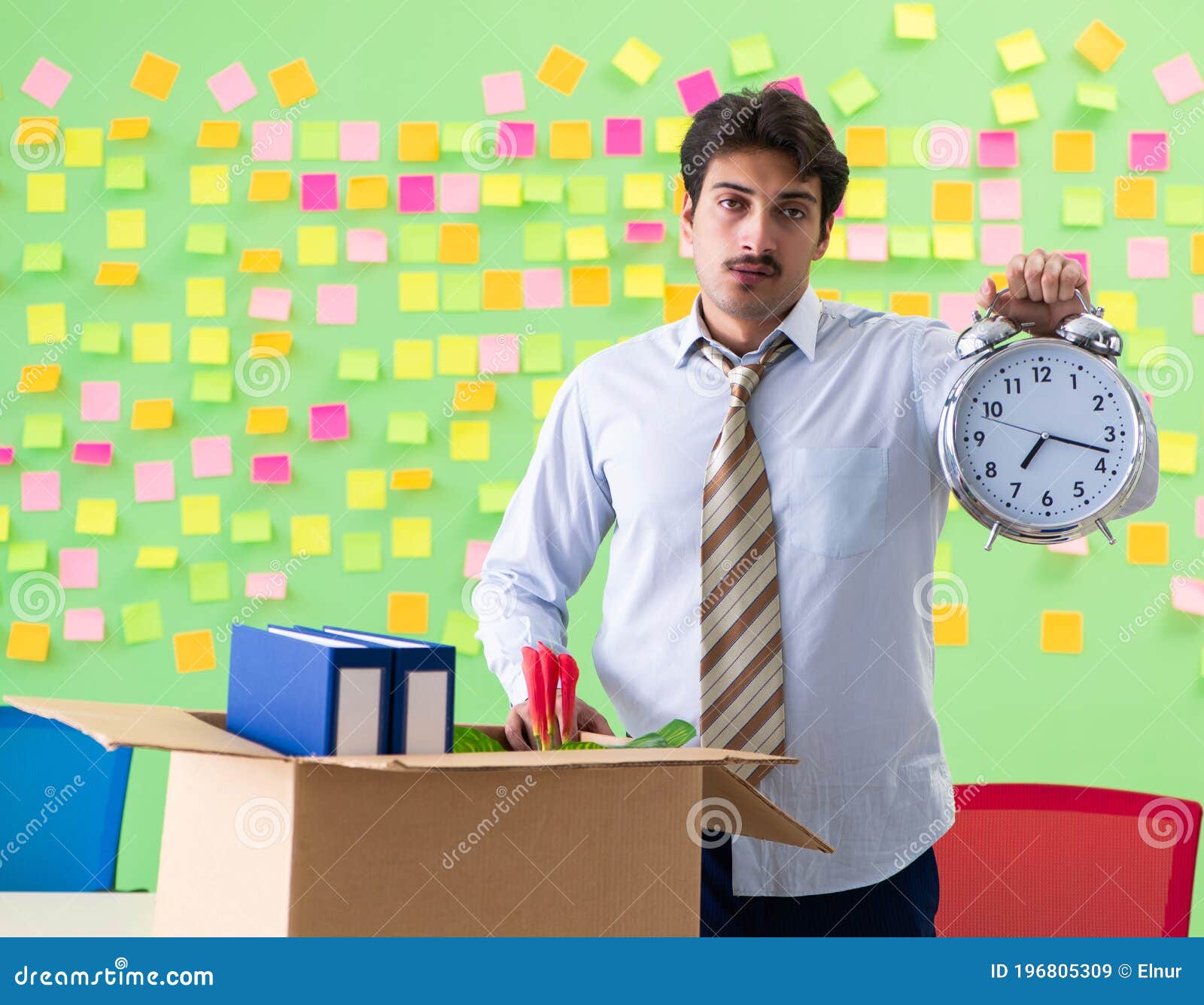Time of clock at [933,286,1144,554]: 7:17
